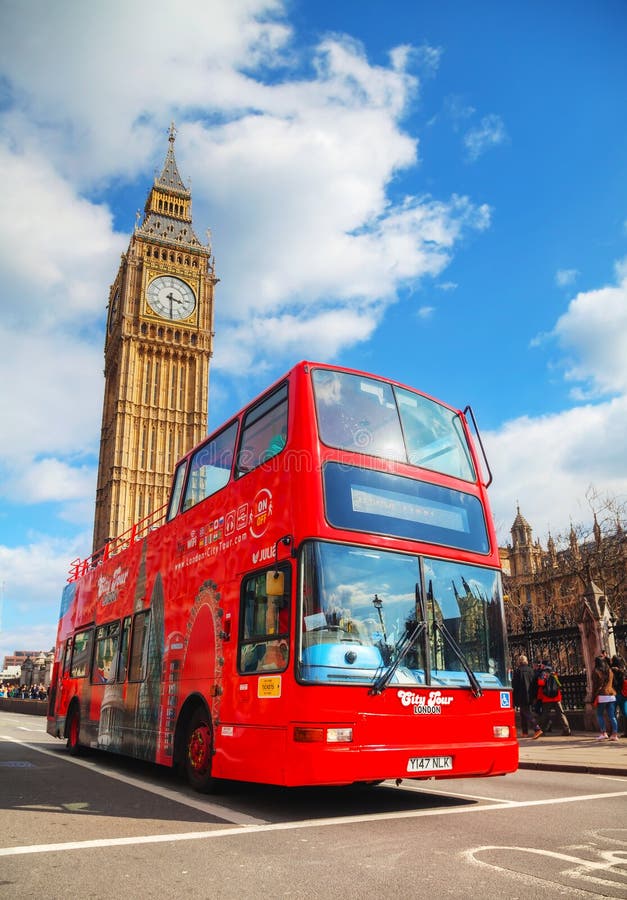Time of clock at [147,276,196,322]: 3:29
